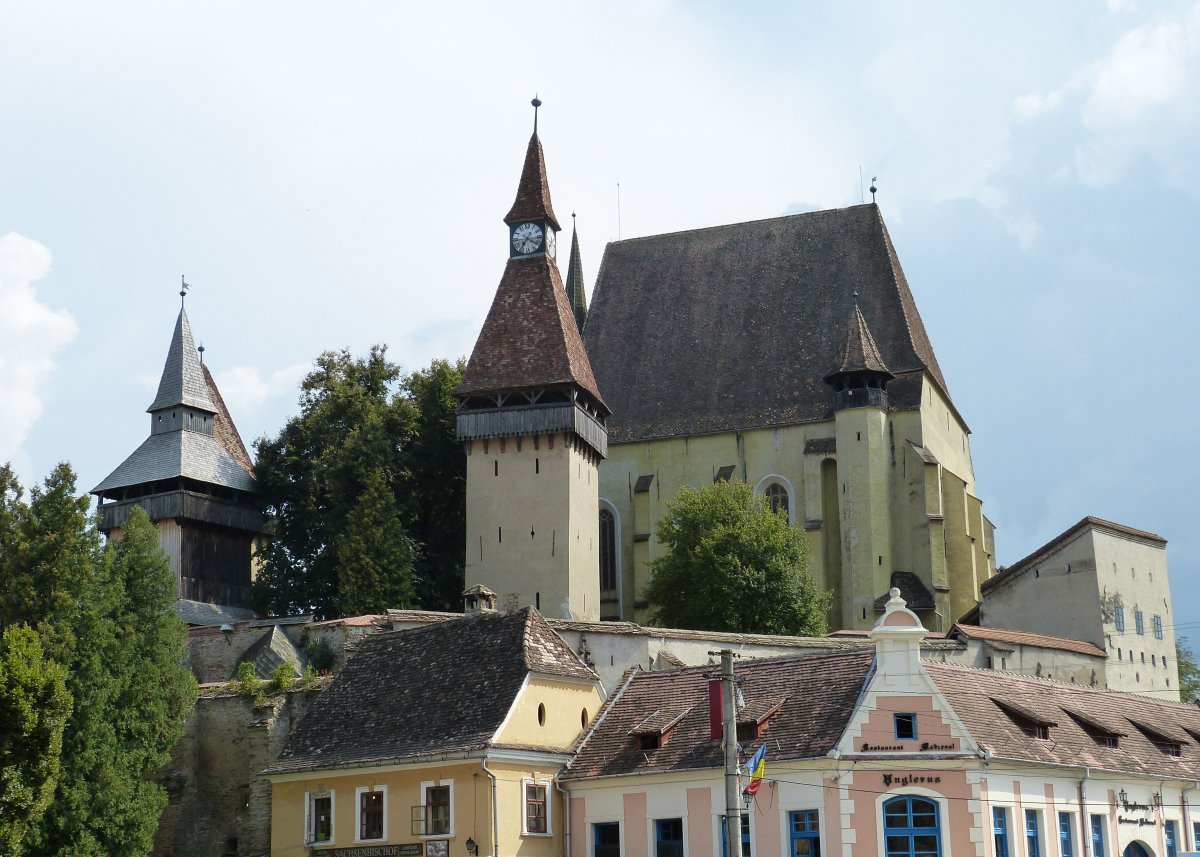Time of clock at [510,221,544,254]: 7:20
